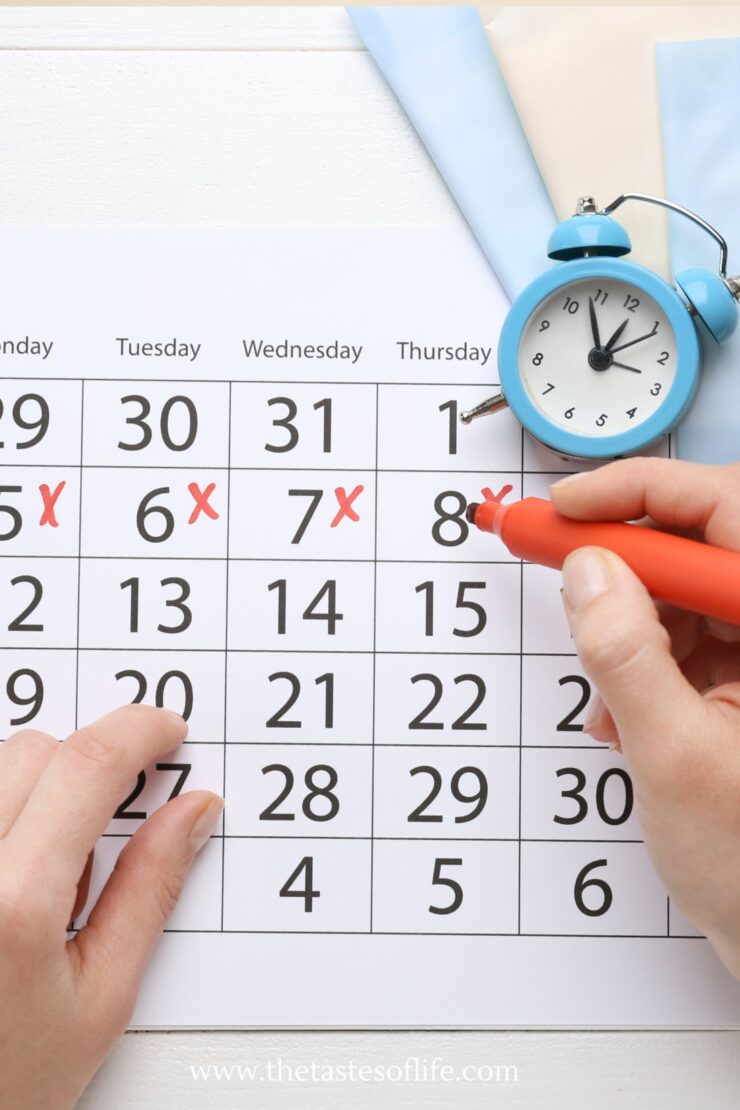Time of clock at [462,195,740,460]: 12:58
